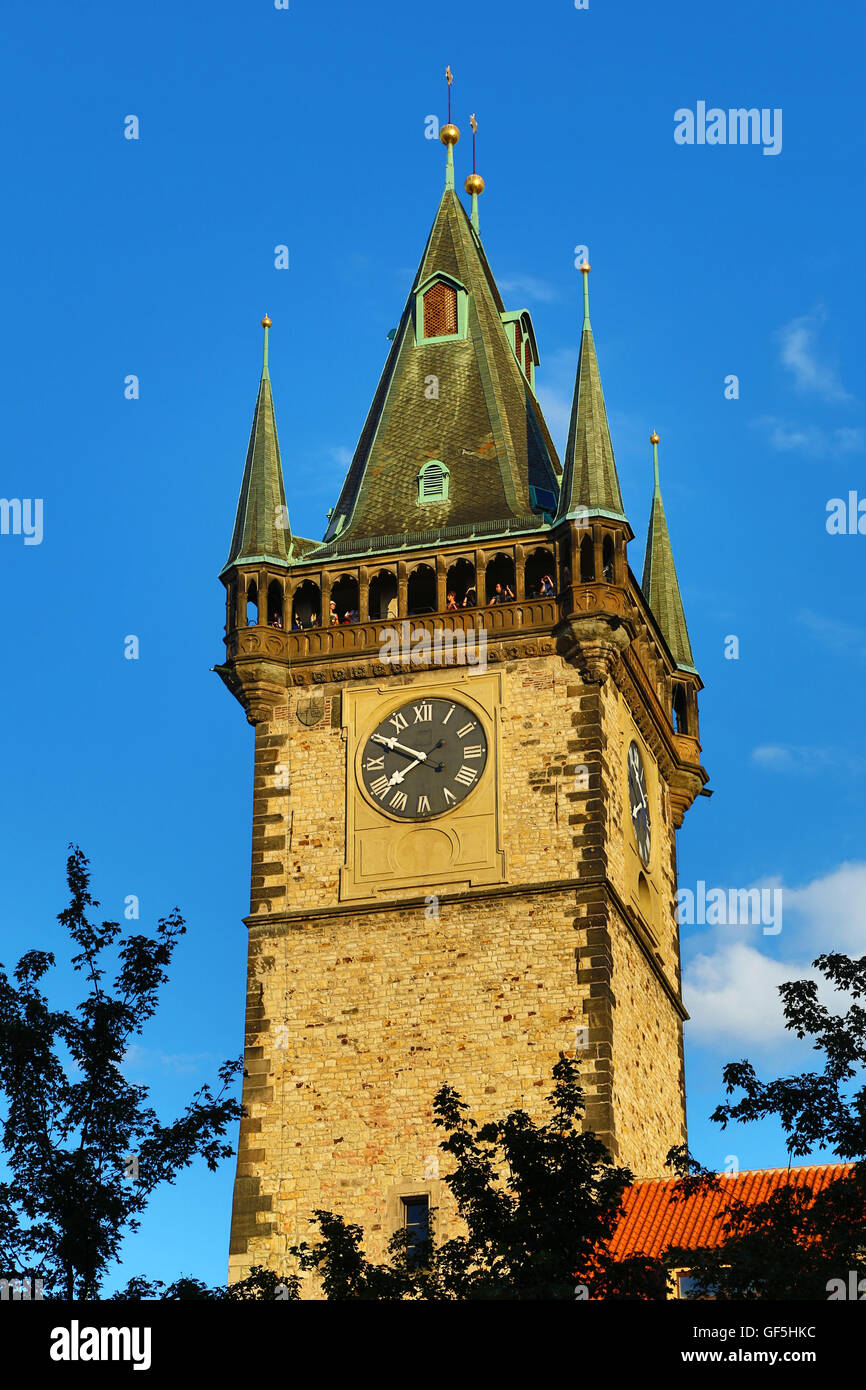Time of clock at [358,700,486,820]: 7:50
